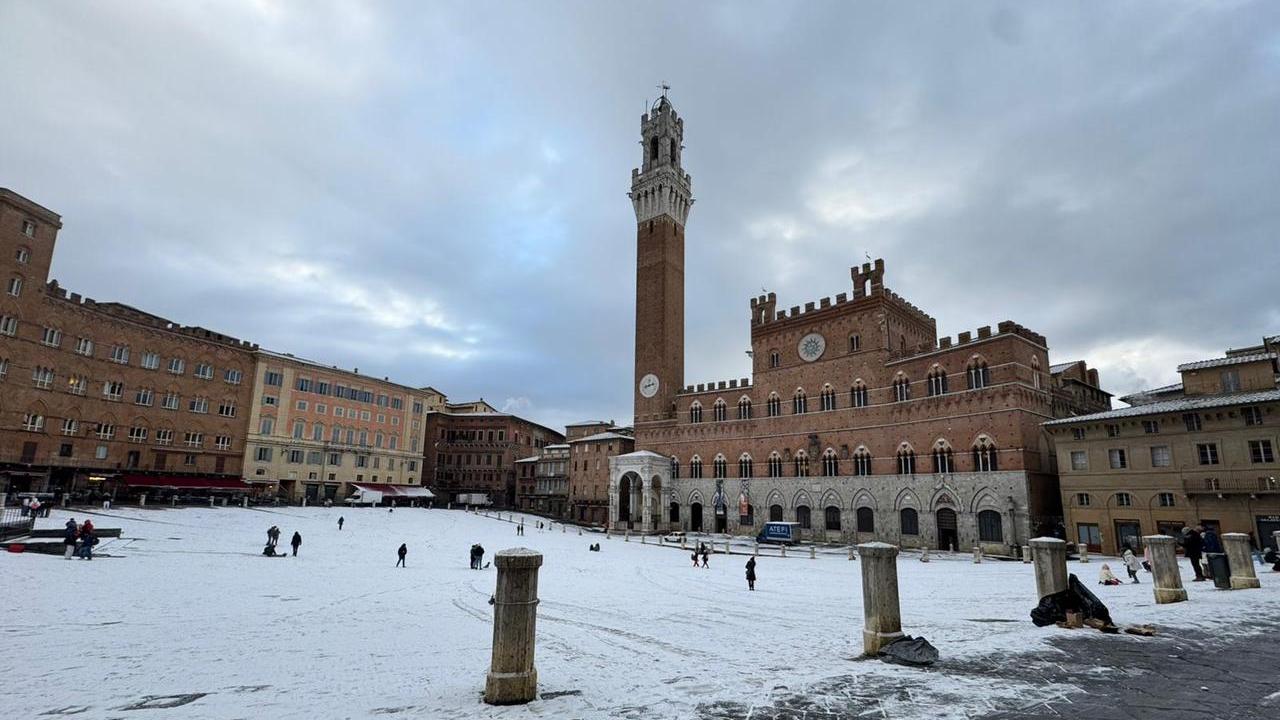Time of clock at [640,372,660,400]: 8:12
